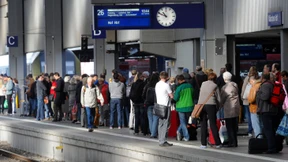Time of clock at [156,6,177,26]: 10:49
